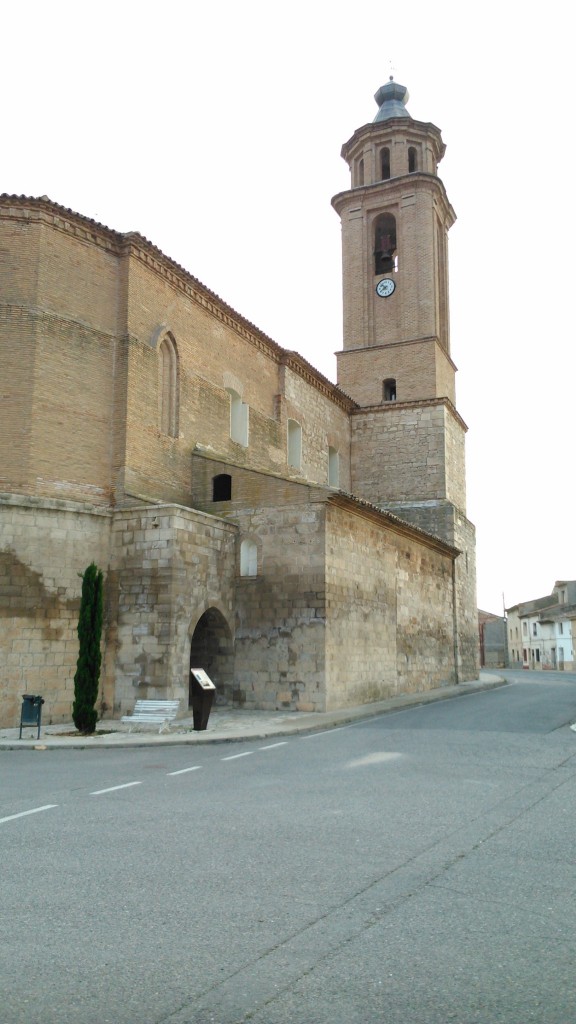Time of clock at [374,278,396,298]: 7:52
